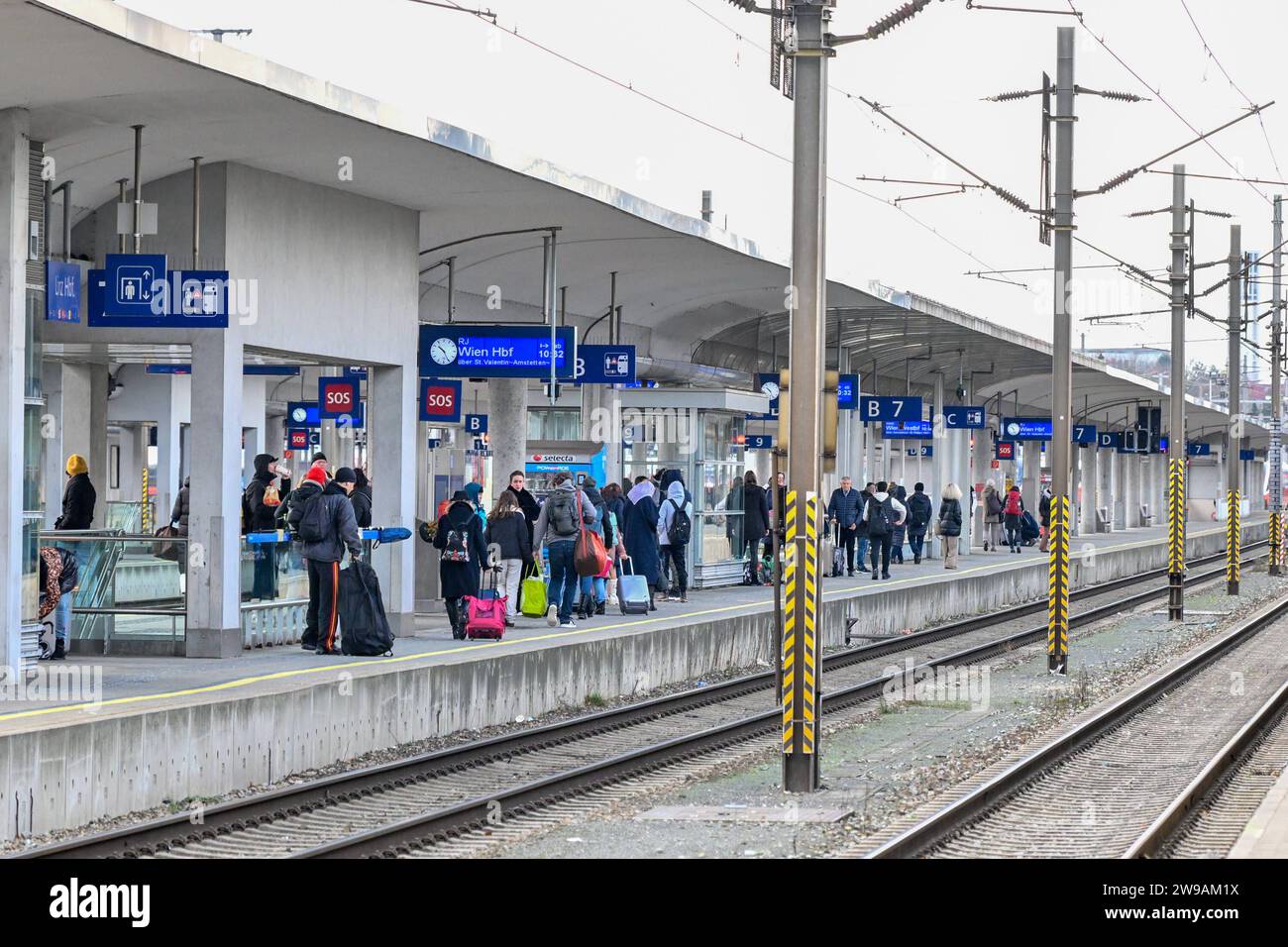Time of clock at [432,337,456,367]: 10:25
